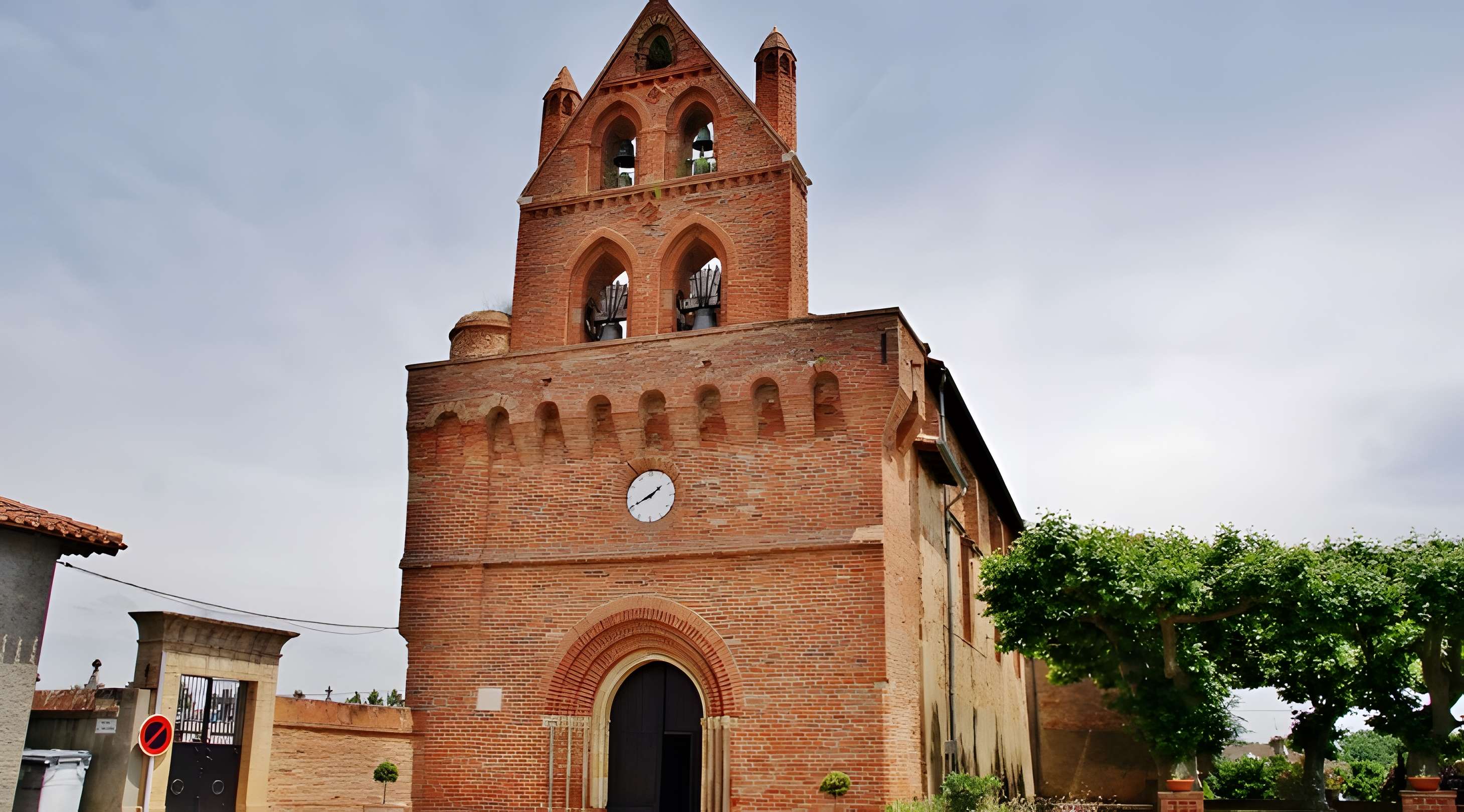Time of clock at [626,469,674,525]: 1:40
